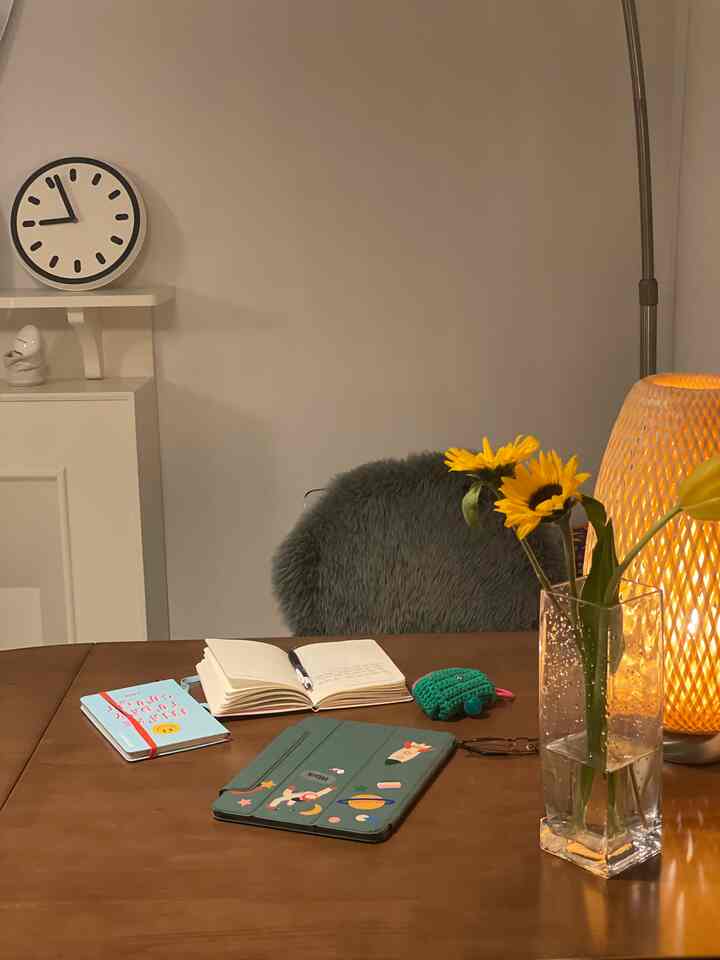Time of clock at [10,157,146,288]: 8:56
